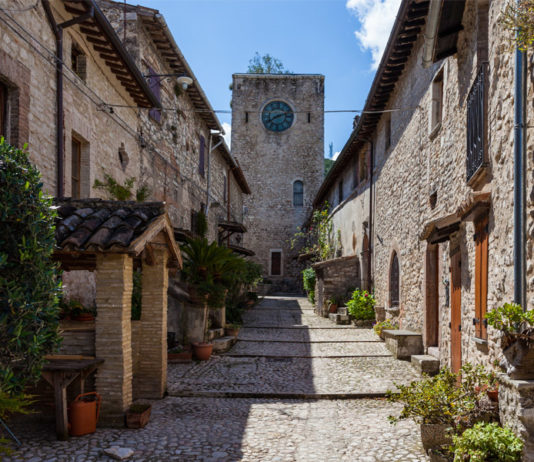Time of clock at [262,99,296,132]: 8:12
